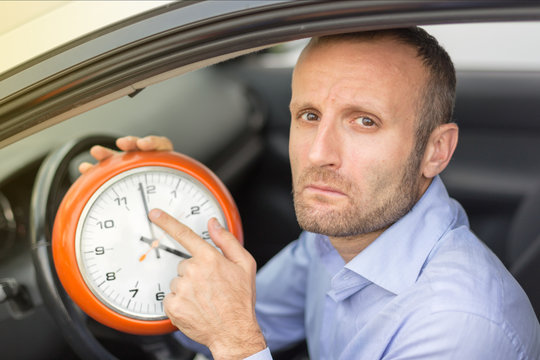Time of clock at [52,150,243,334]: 3:58
